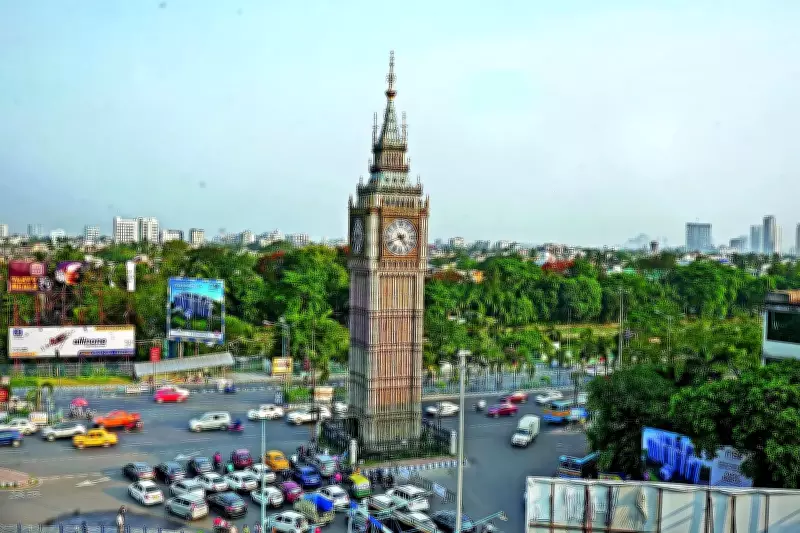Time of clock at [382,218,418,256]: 4:41
